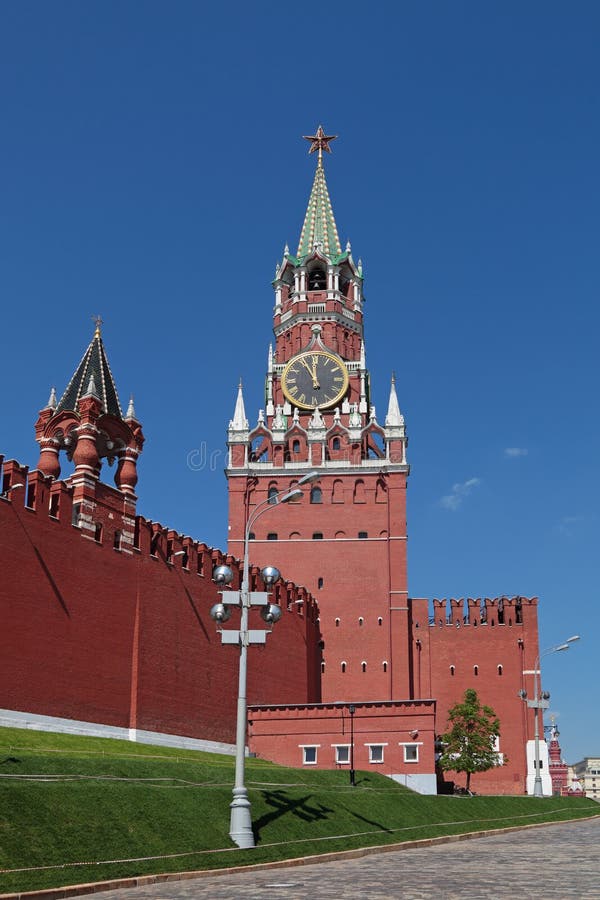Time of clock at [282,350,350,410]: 10:59
